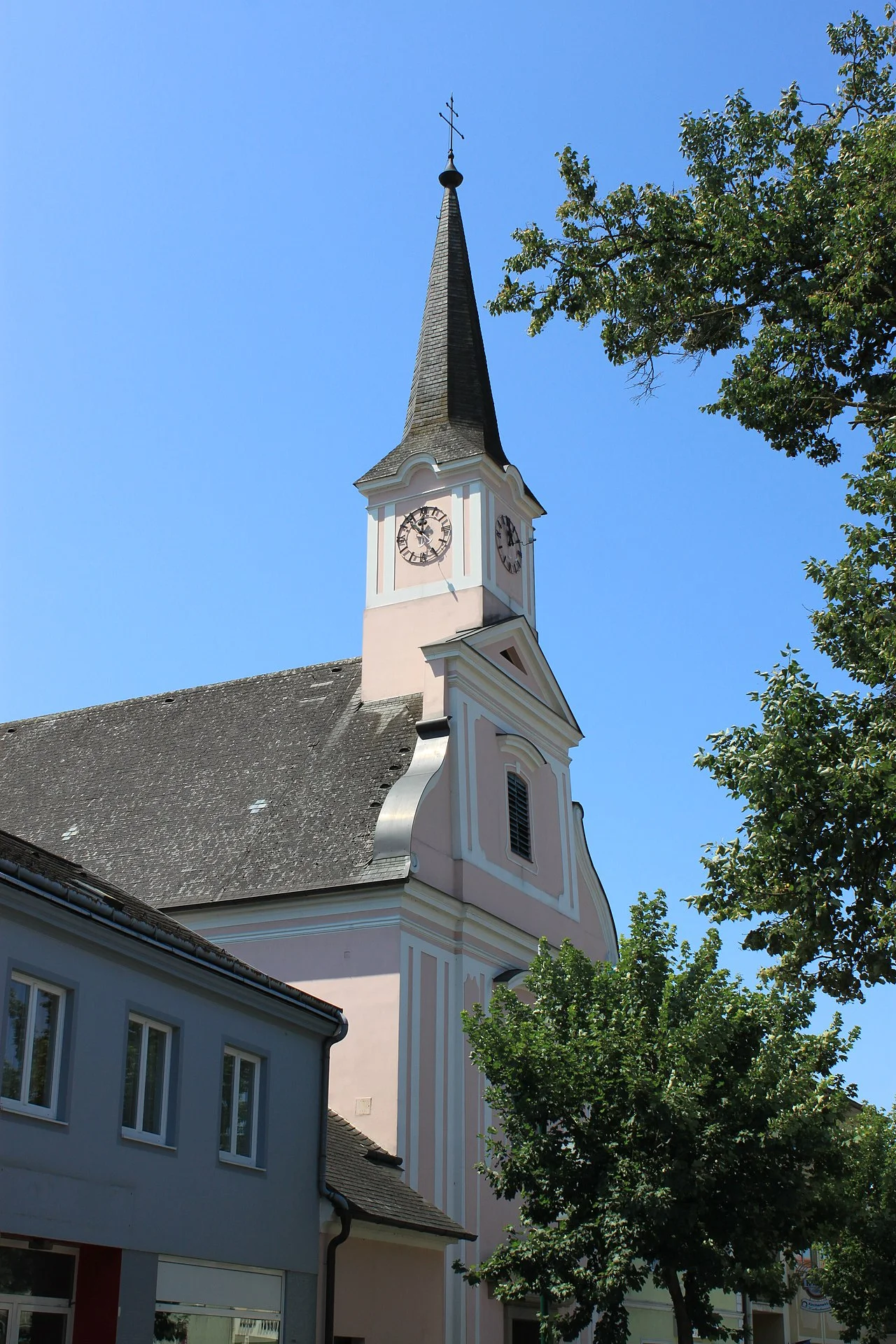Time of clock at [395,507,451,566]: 11:52
